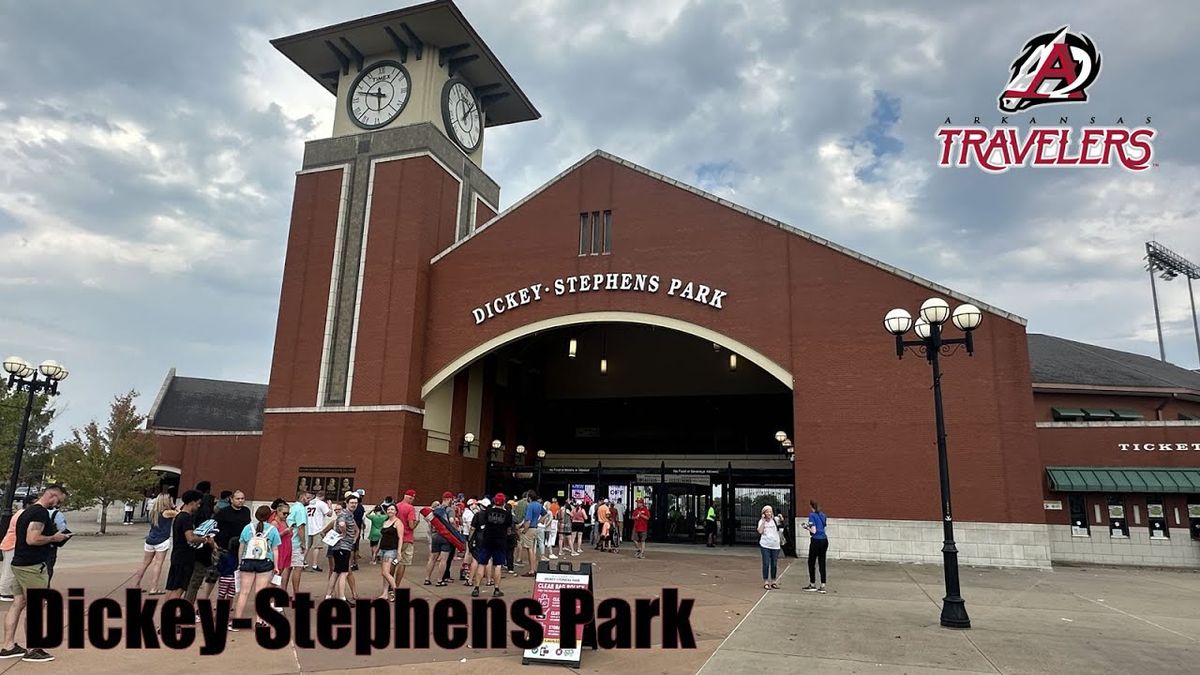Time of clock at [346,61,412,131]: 5:47
